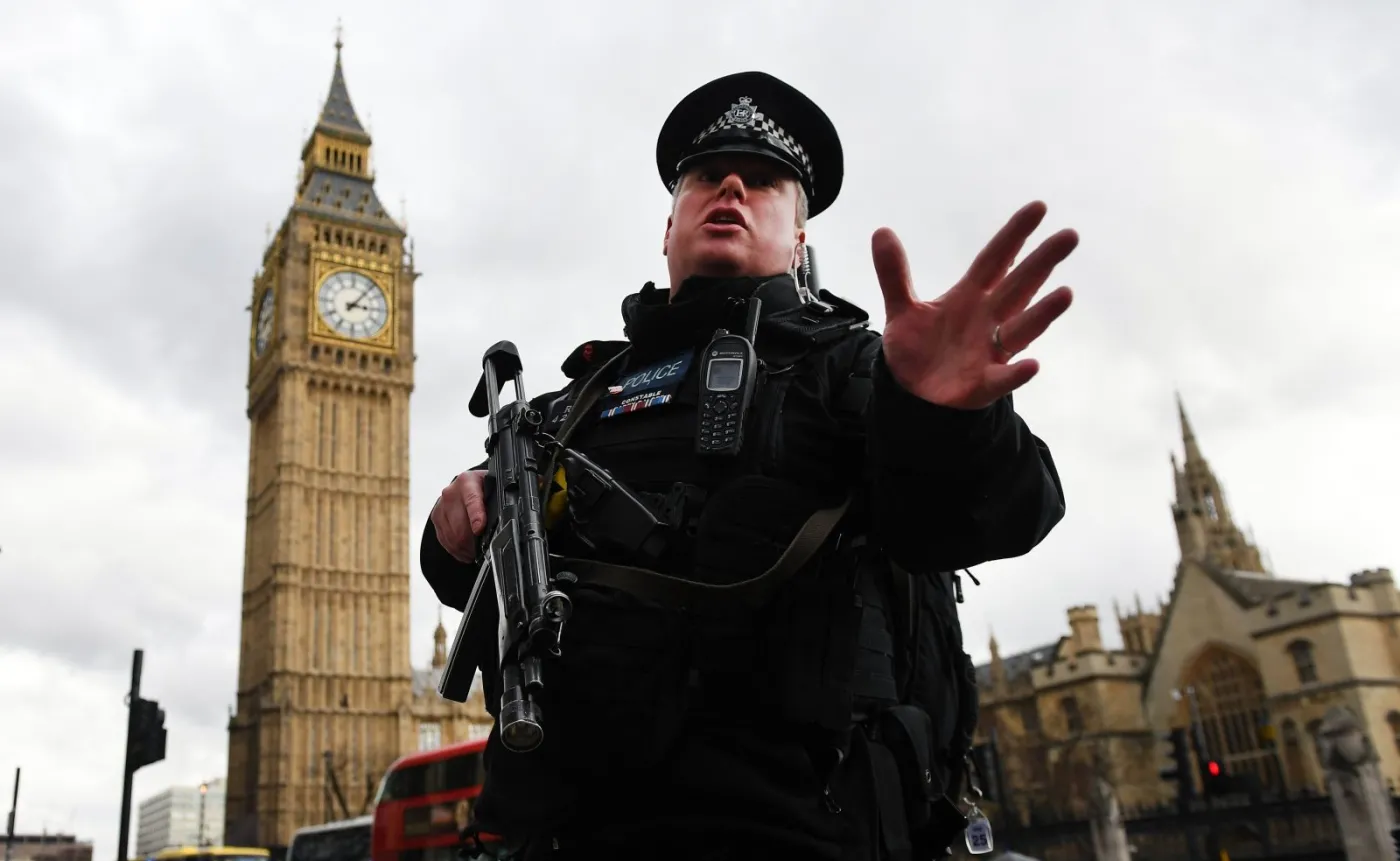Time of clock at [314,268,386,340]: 3:06
